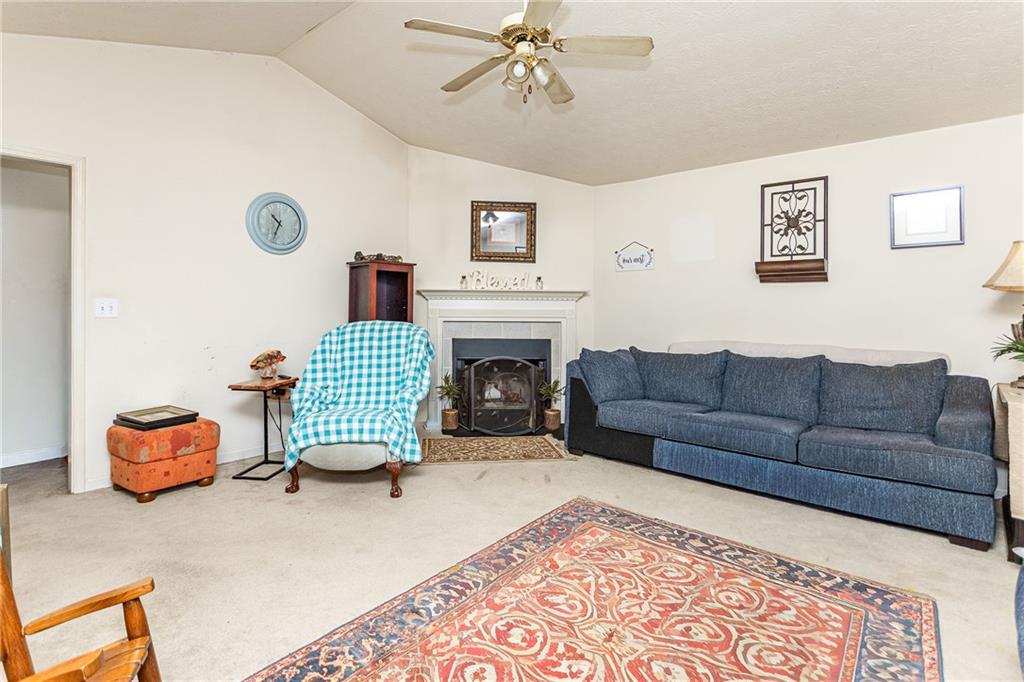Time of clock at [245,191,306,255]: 10:34
